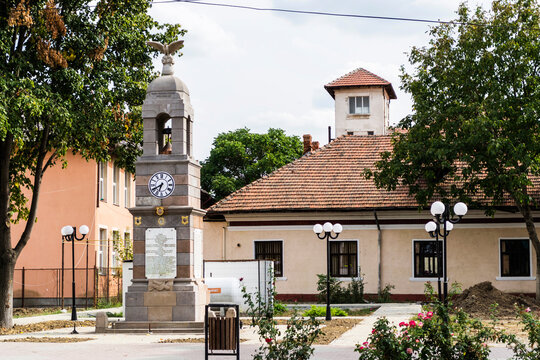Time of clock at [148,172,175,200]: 6:40
